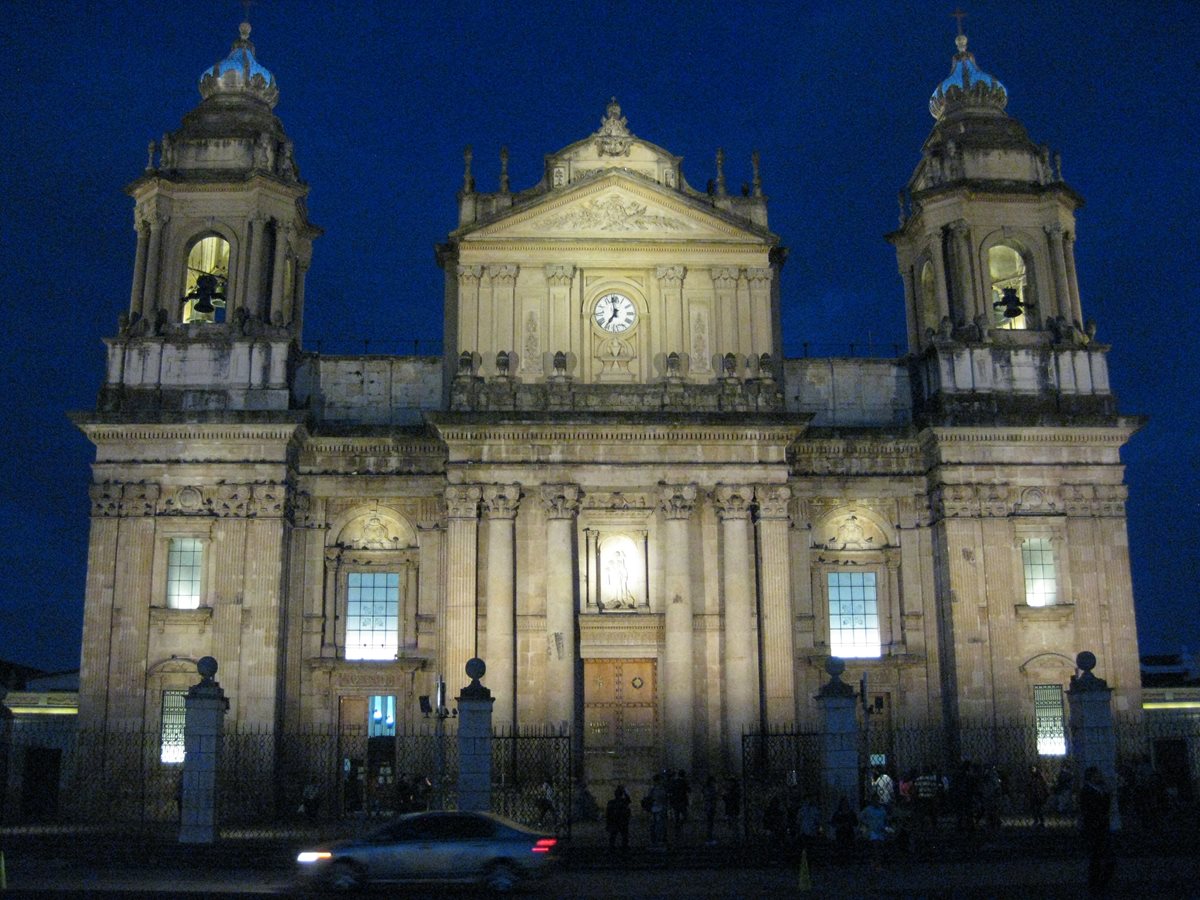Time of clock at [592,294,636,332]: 6:58
